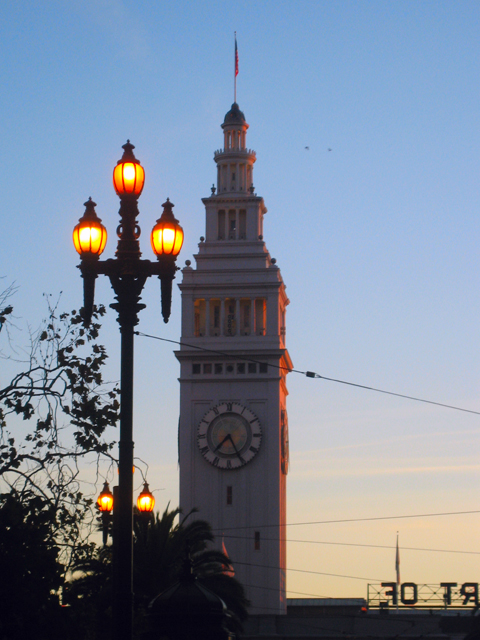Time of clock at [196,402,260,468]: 7:25
